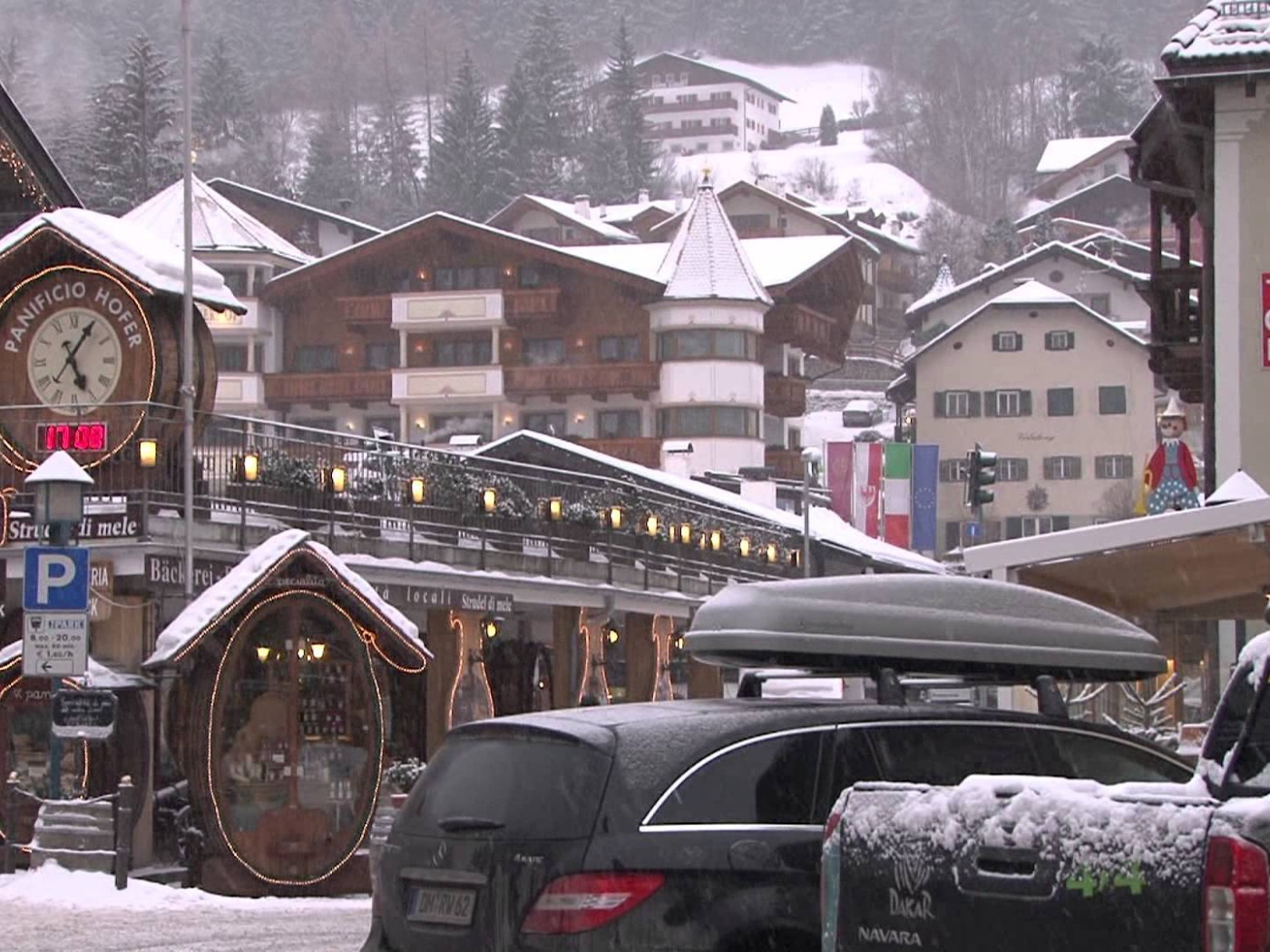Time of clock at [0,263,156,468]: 5:05
